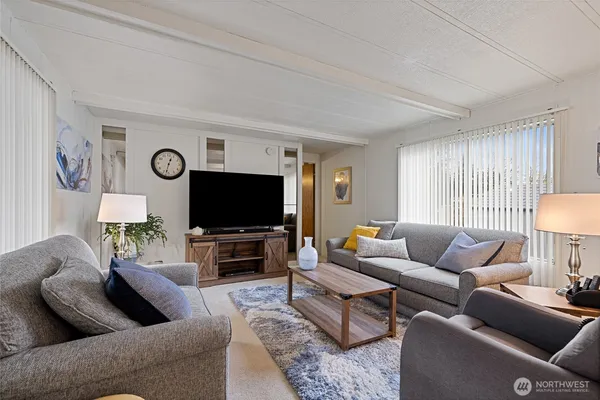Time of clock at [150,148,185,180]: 12:32
